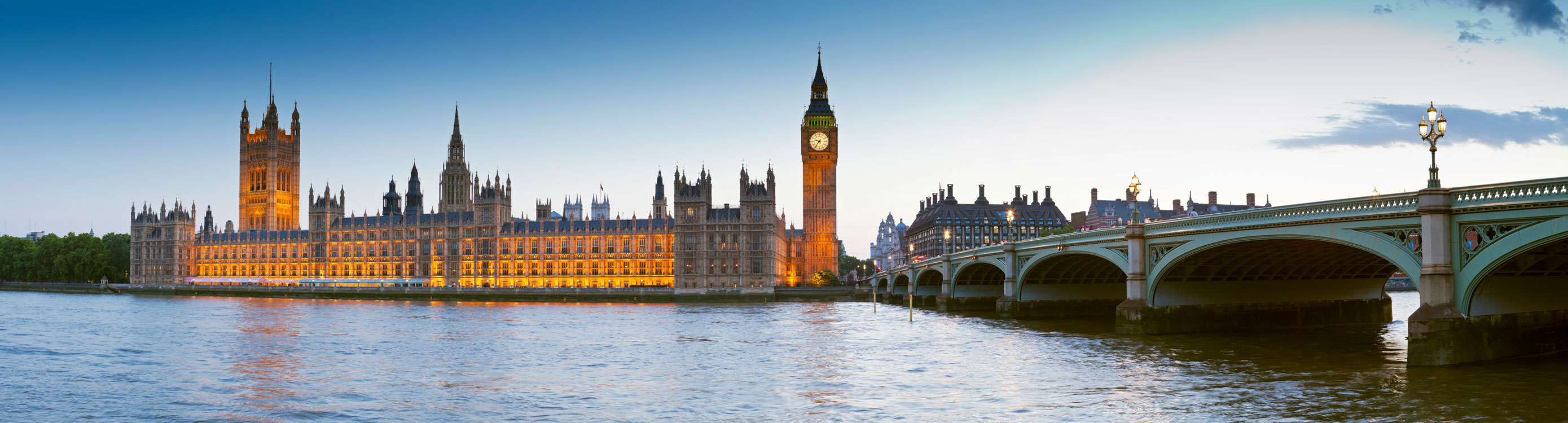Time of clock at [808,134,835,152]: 9:36
